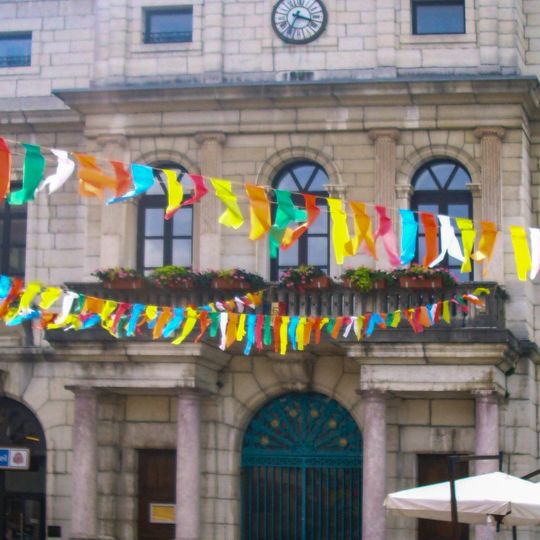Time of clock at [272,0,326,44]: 3:34
